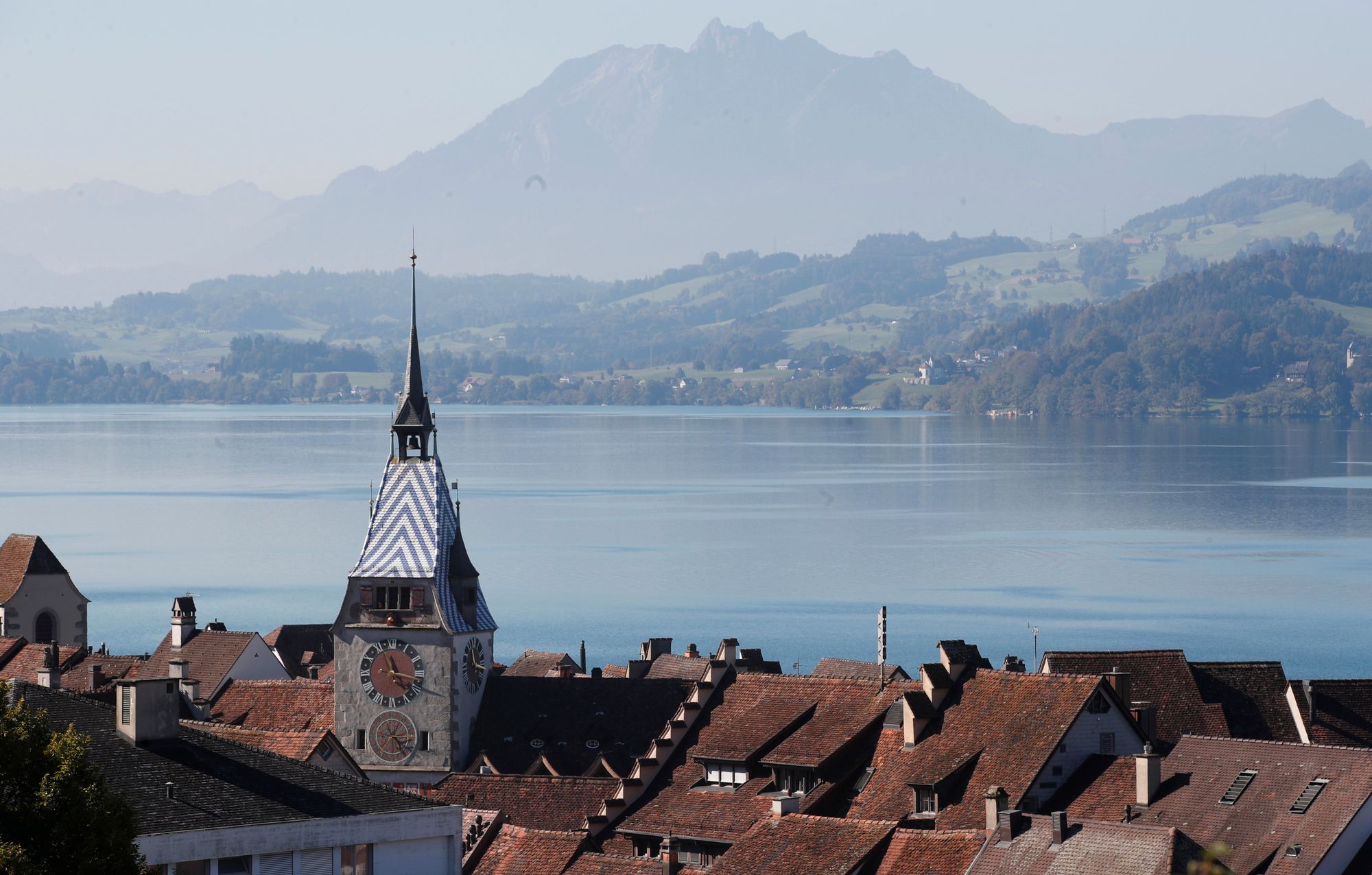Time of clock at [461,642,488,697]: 11:16
